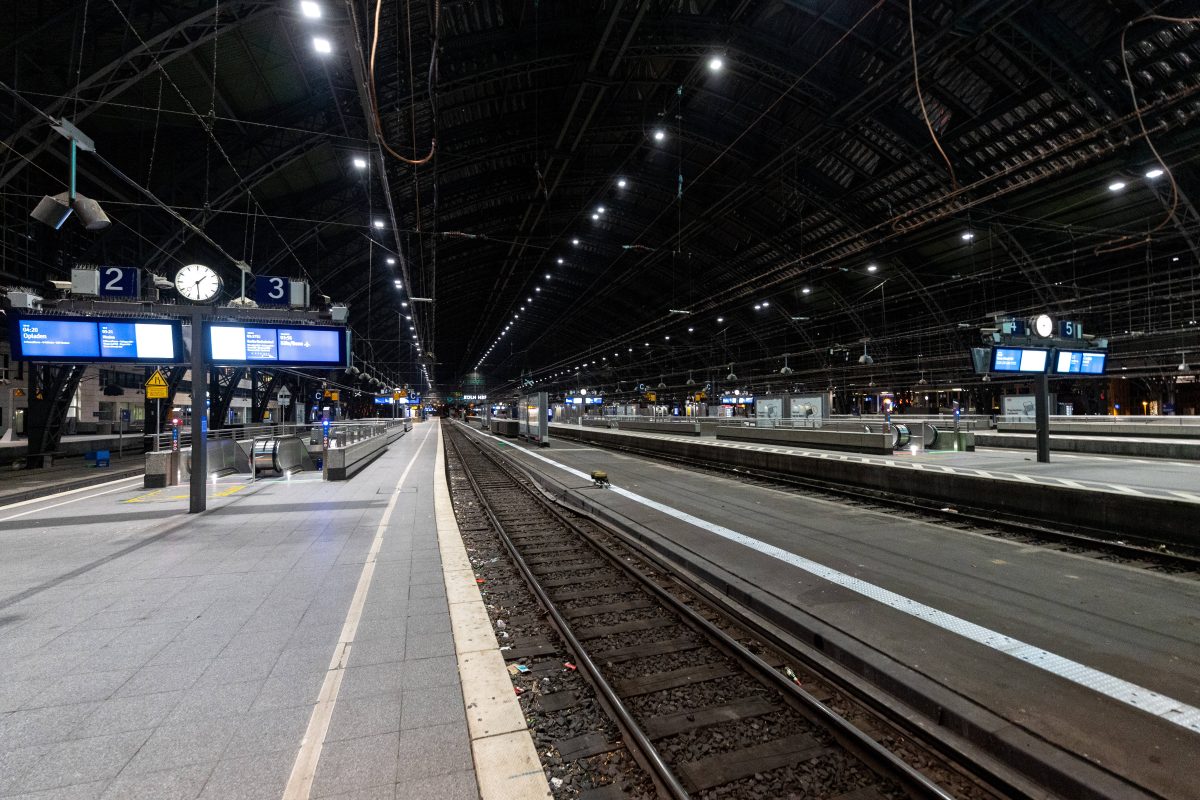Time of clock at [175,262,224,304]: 1:29
